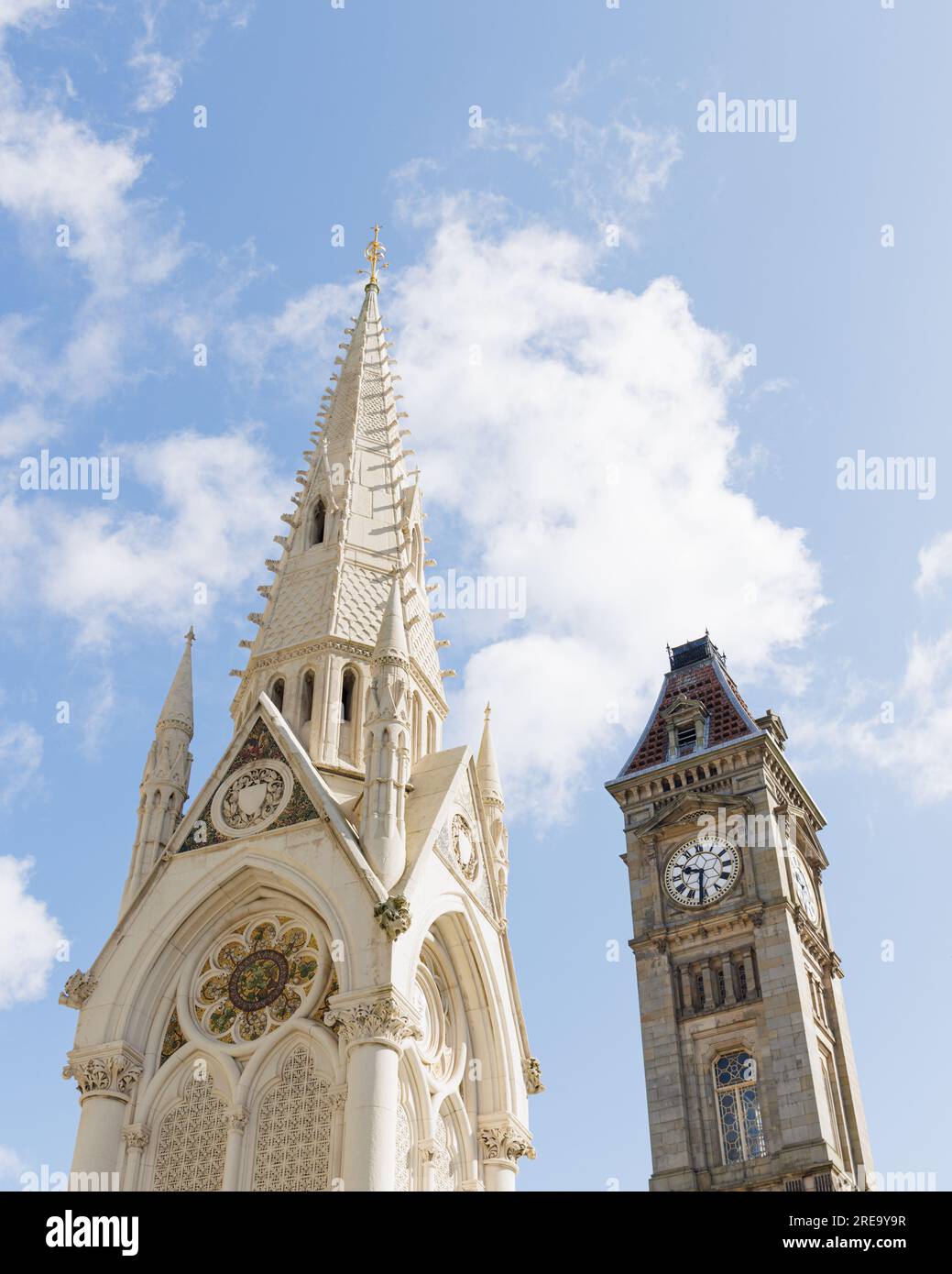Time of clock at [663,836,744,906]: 9:31
